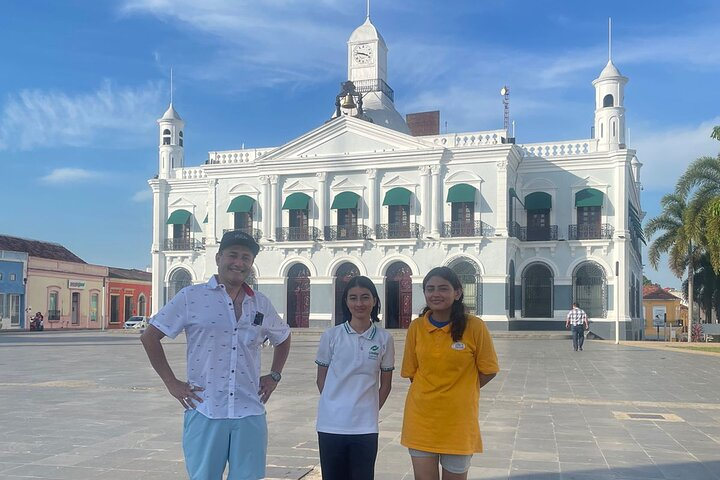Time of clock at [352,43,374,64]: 3:47
